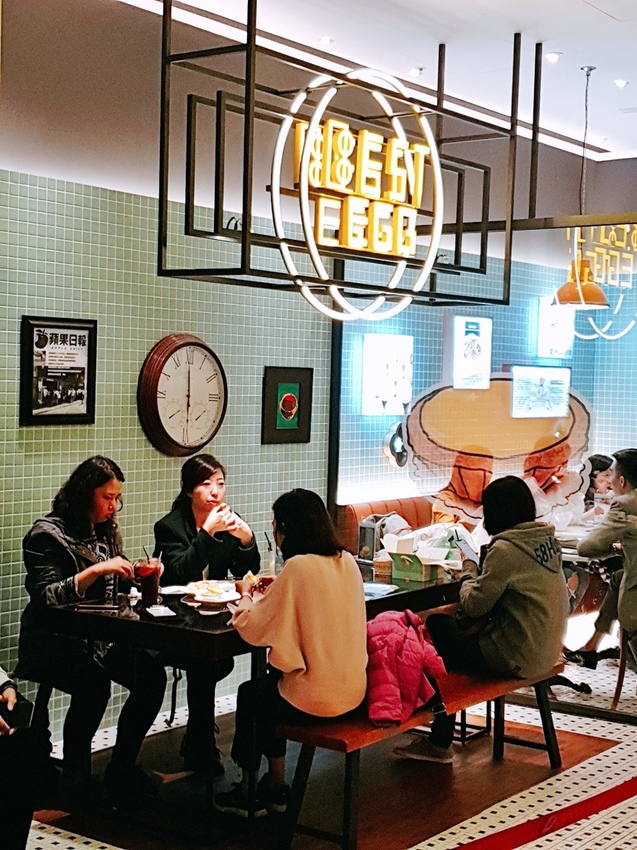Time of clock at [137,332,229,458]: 5:59
